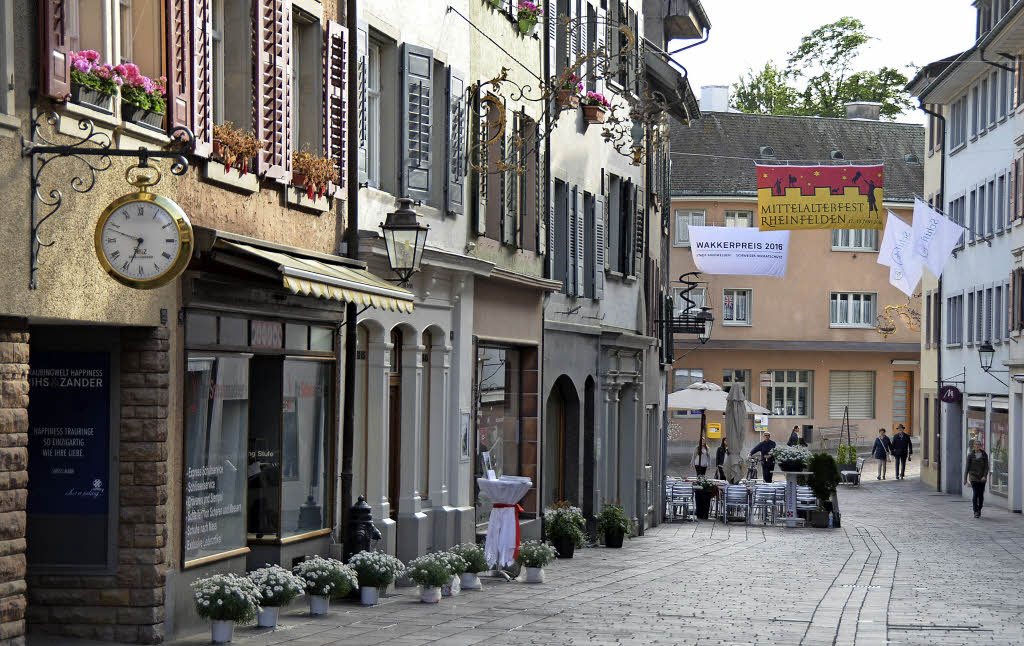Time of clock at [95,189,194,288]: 6:48
